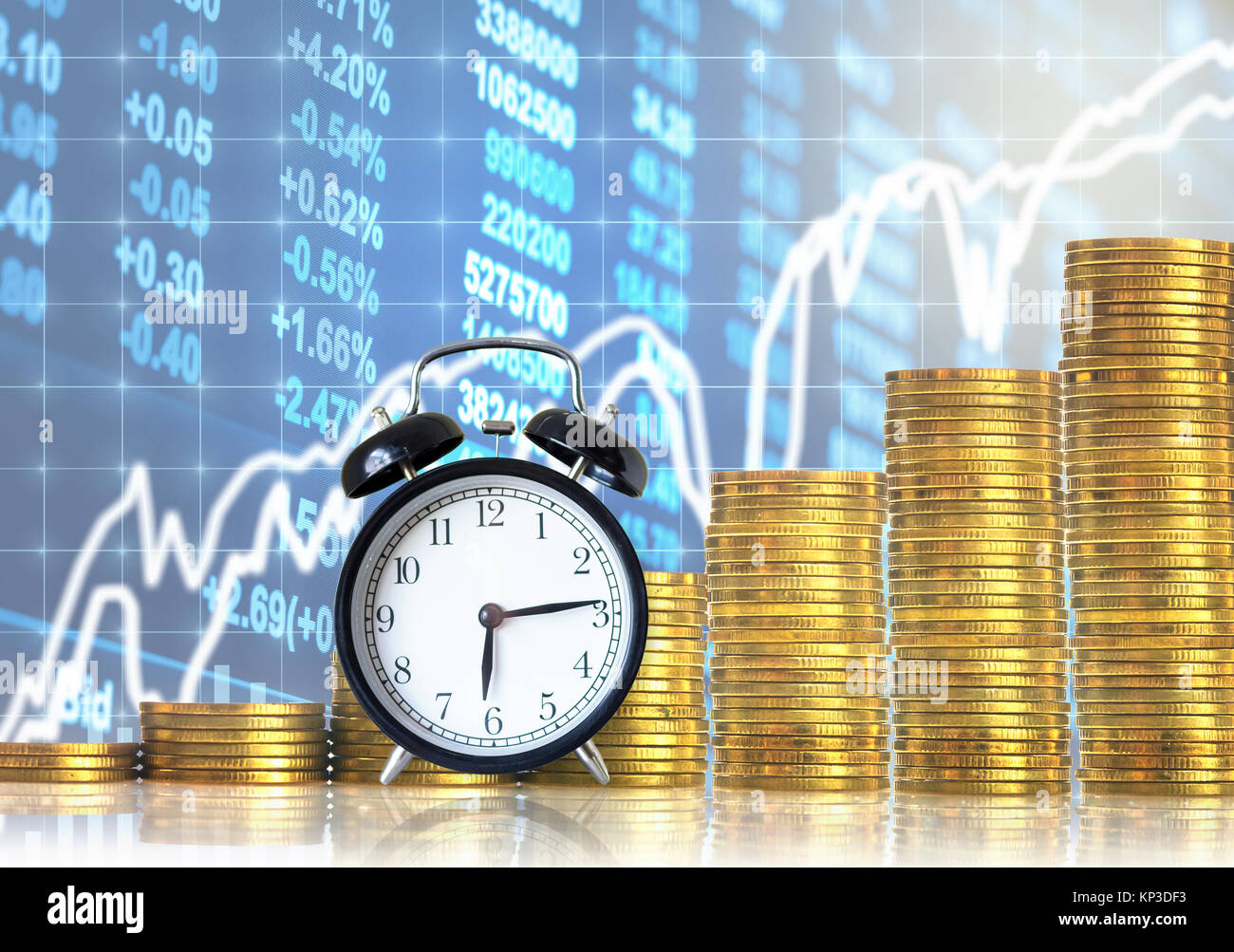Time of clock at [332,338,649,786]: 6:13
